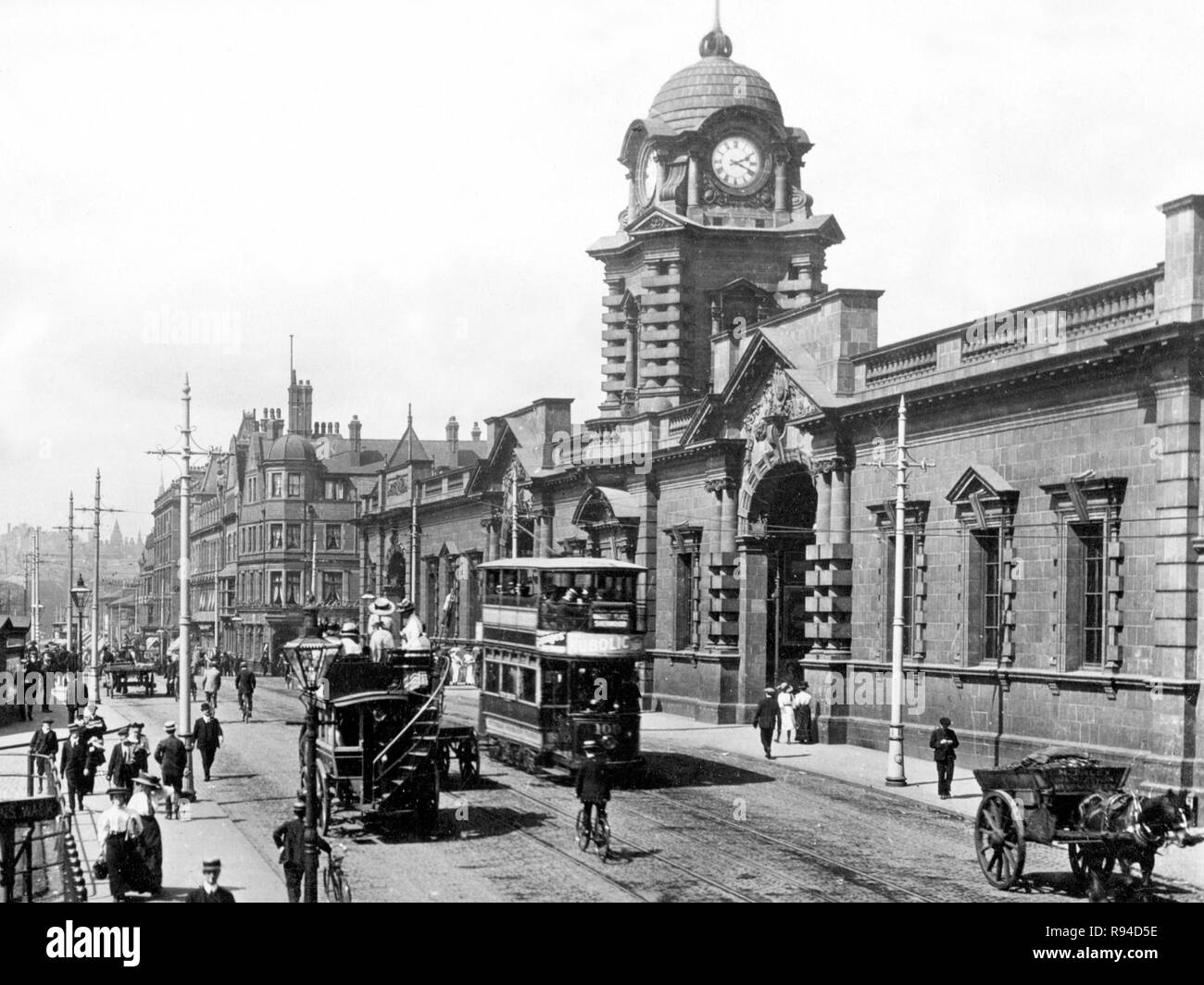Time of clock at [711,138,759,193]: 2:18
